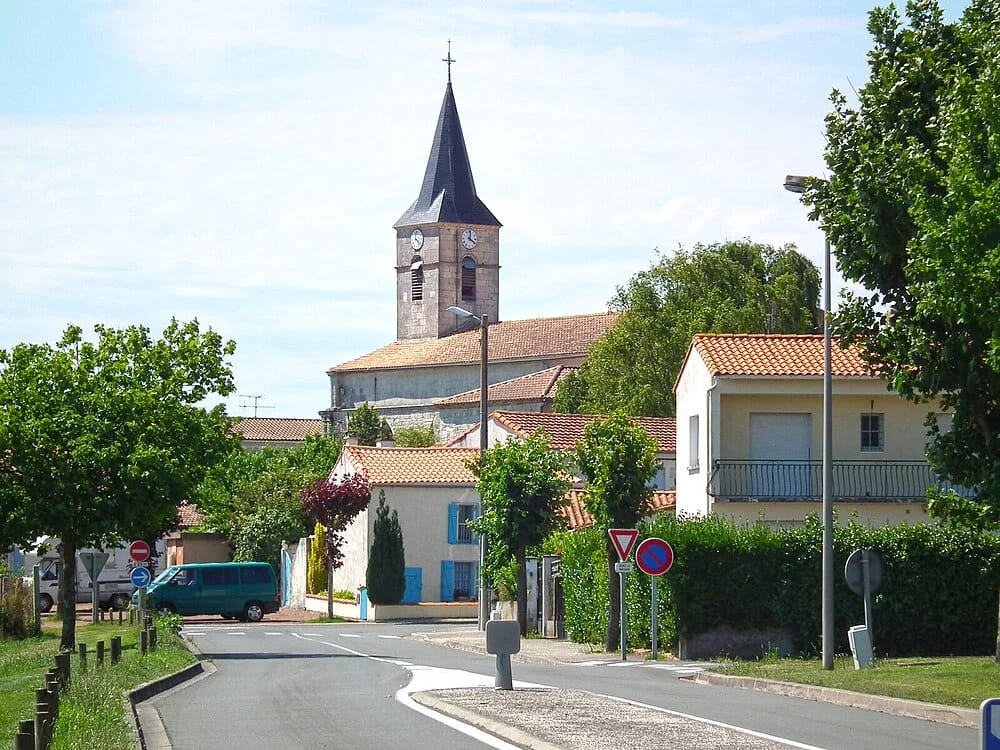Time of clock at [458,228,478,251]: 4:01
